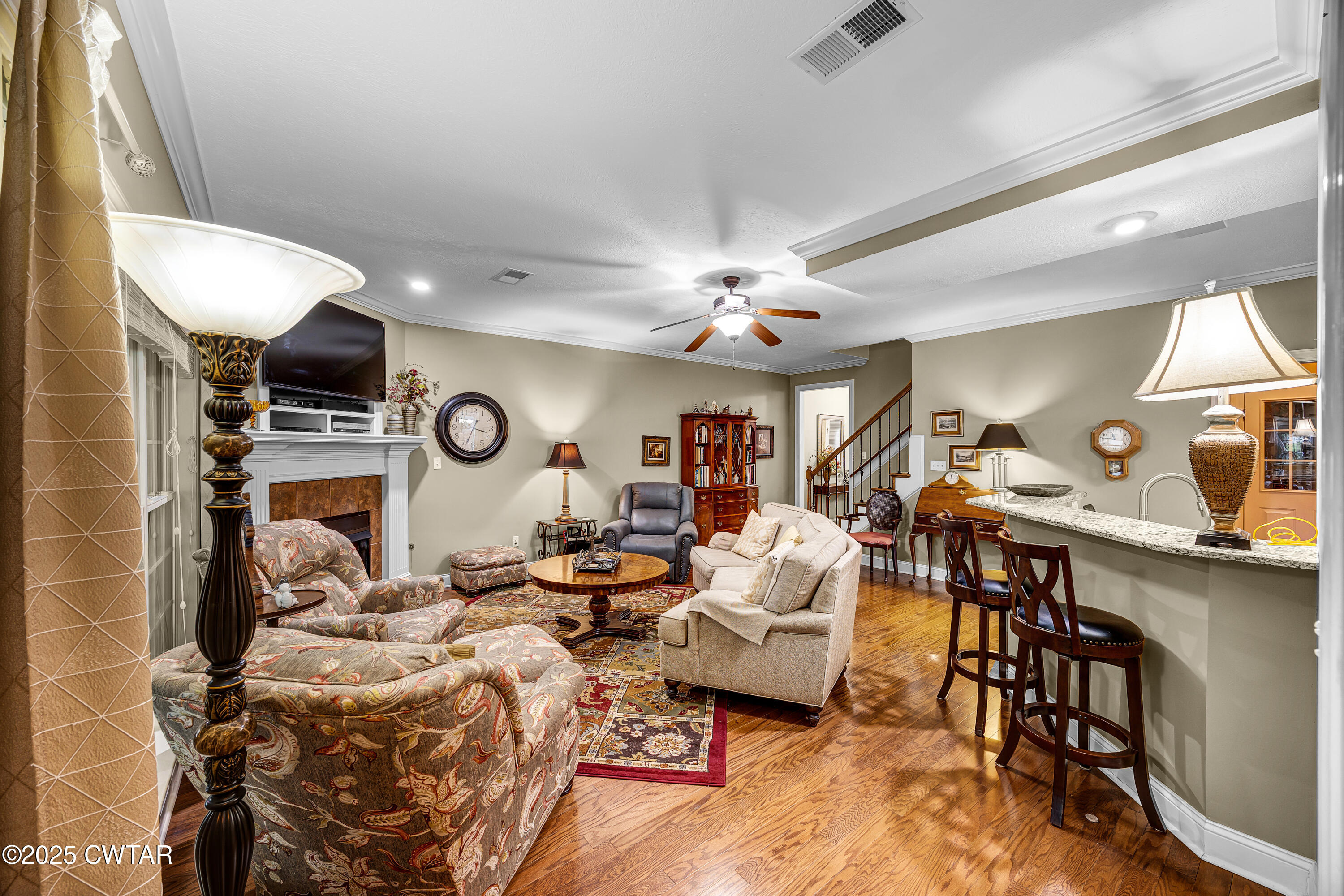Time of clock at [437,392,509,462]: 3:33
